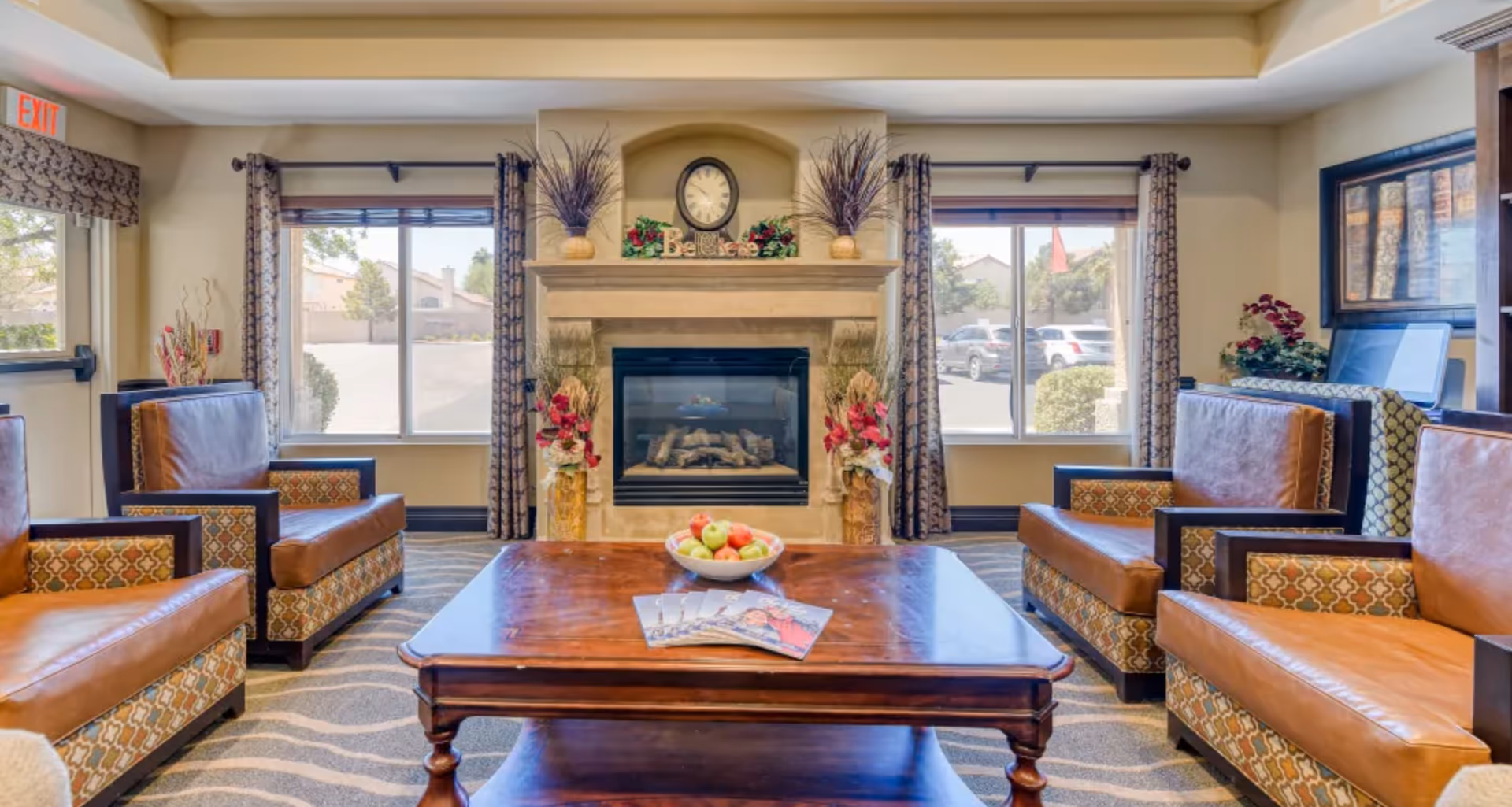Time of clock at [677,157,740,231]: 9:50
